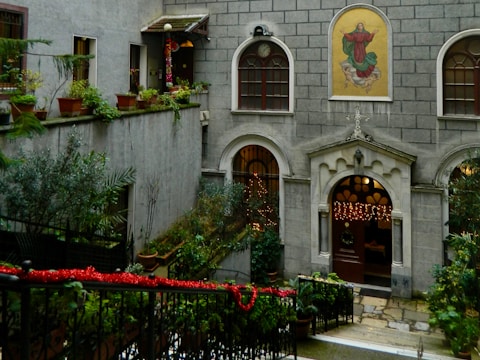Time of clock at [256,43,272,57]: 7:08
